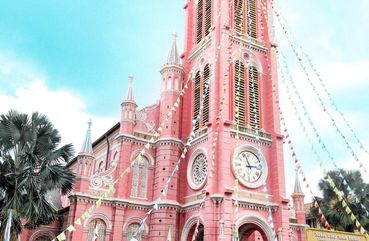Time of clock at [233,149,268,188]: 2:56
